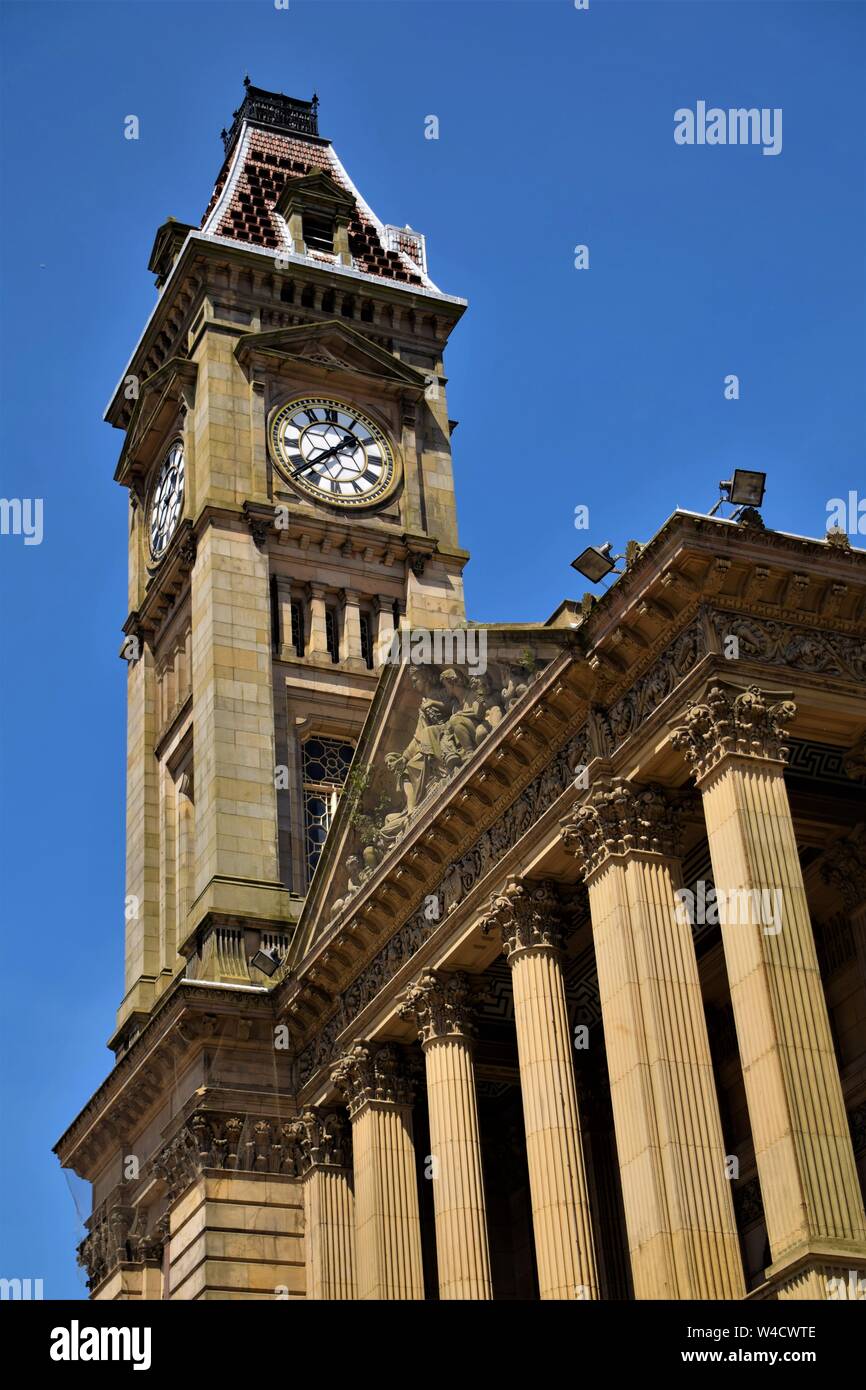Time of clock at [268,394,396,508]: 1:37
